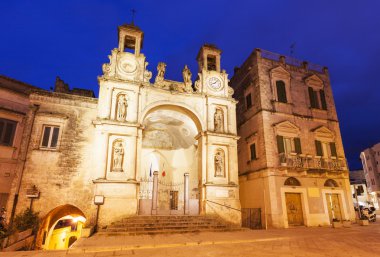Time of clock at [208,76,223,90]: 8:07
